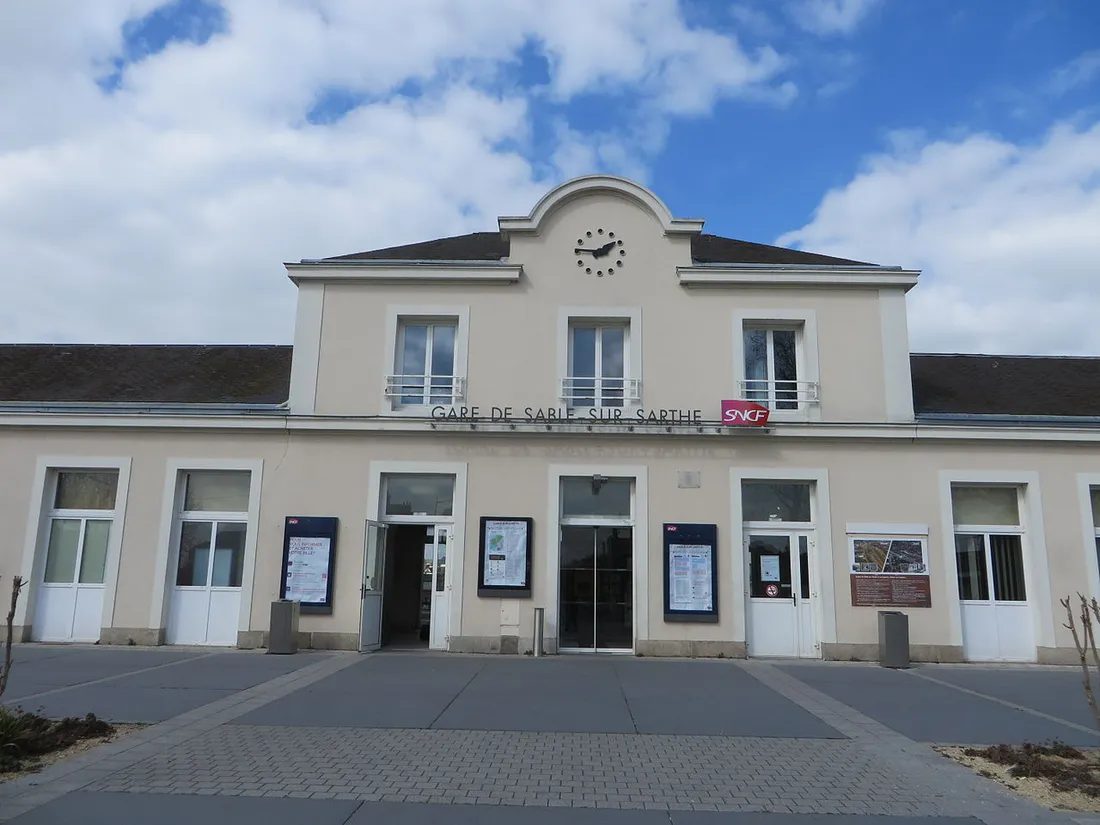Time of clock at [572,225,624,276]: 1:46
